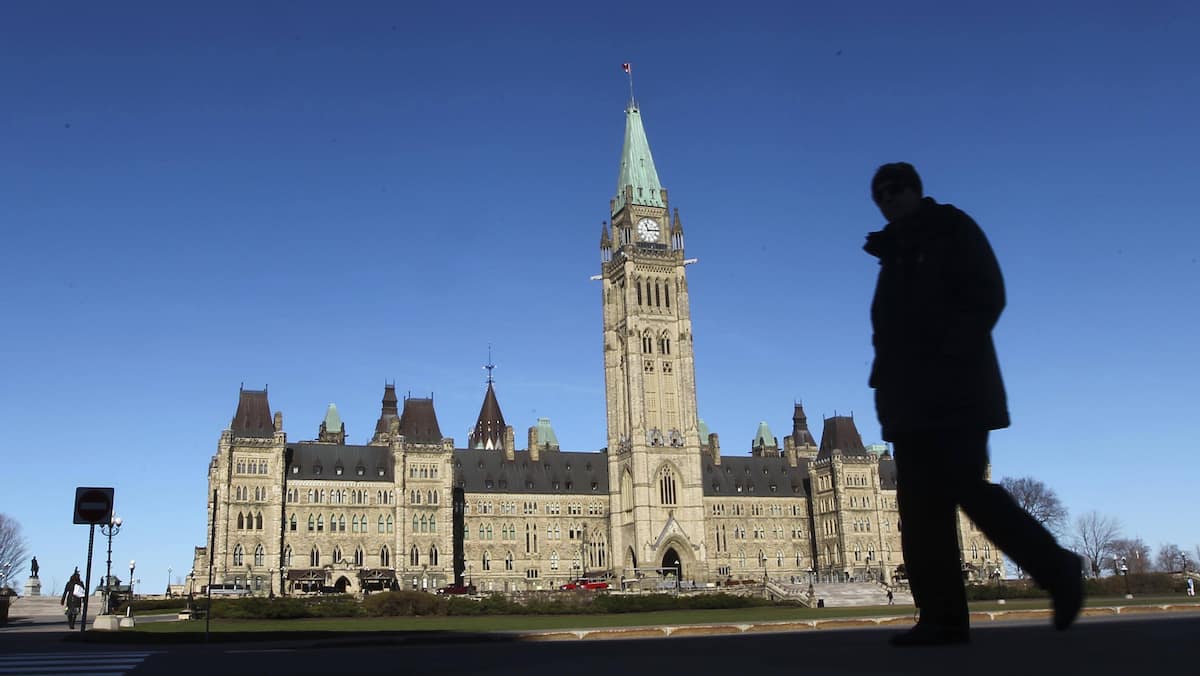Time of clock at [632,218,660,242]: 11:13
